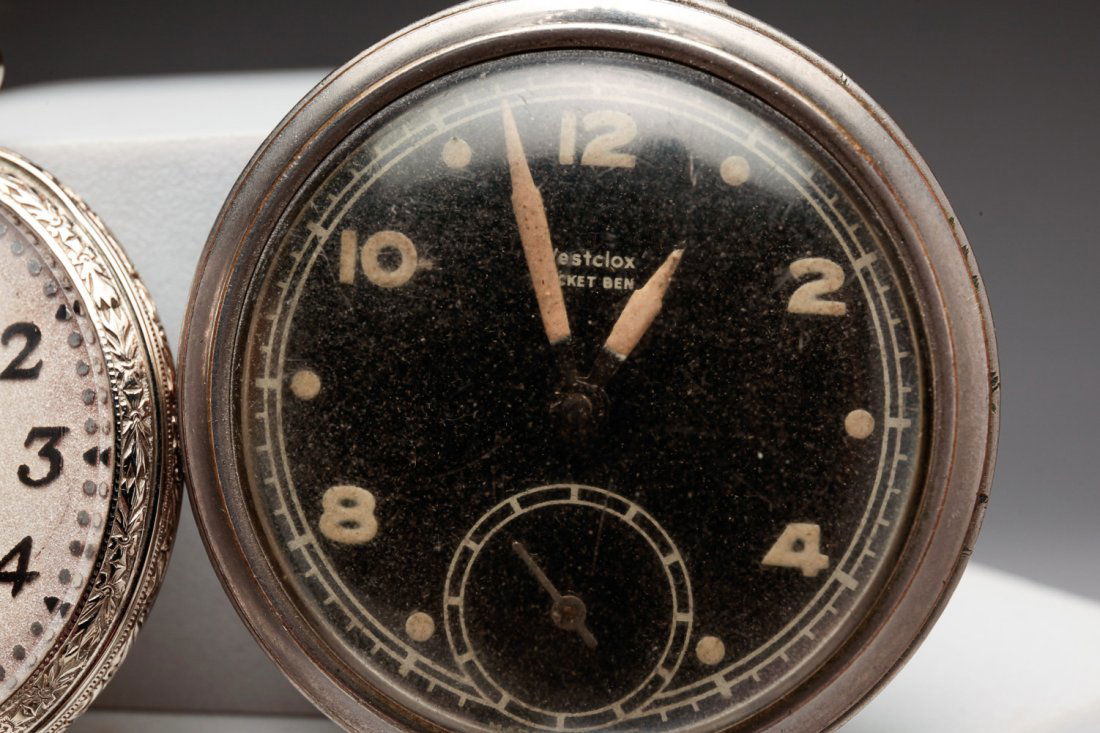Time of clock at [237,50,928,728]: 12:57
